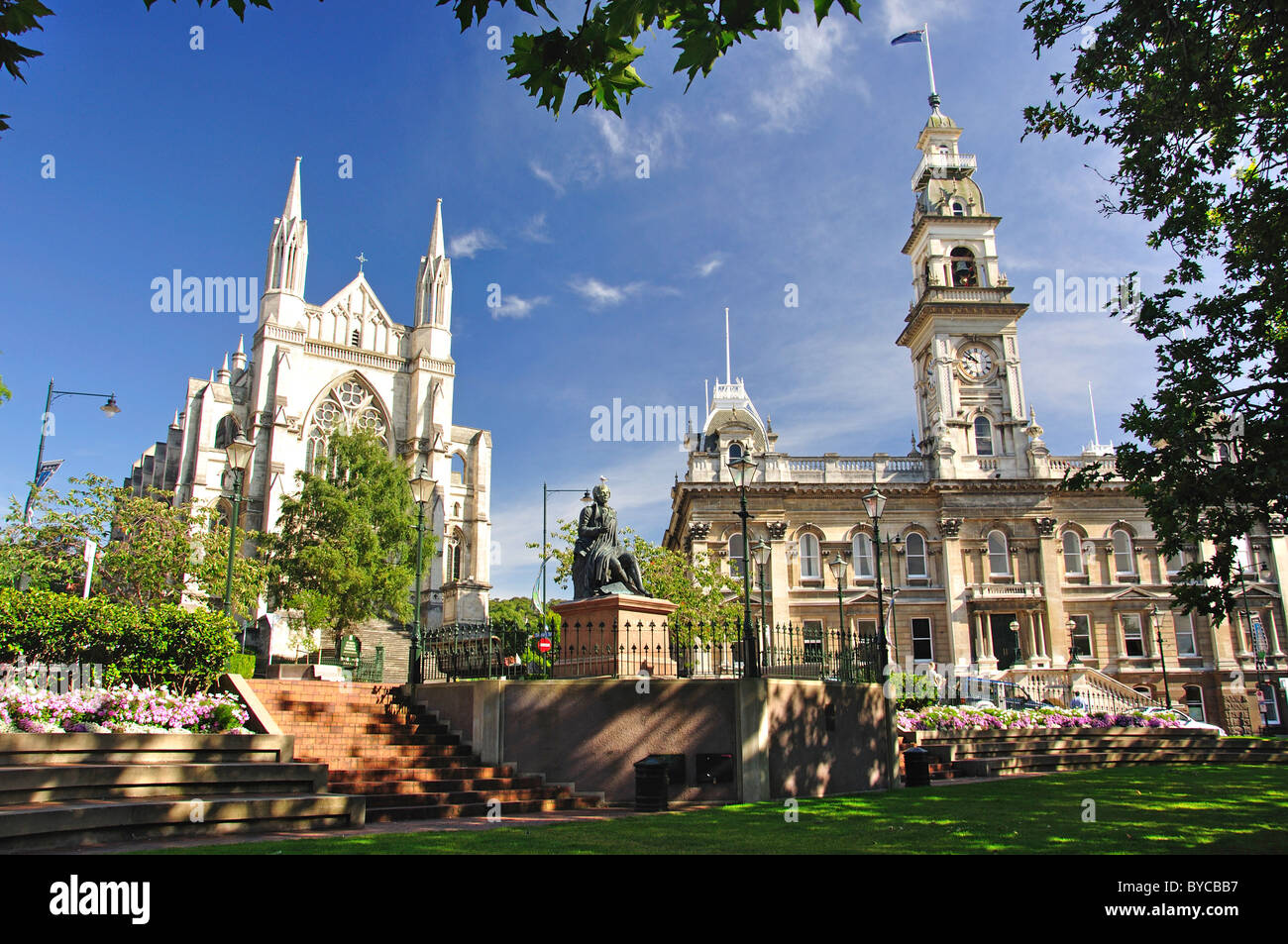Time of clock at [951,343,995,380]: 9:51
